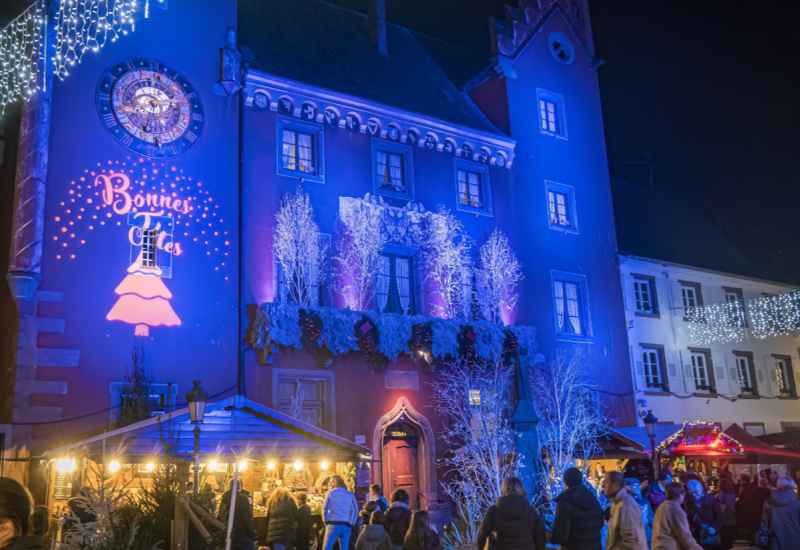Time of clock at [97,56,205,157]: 2:33
